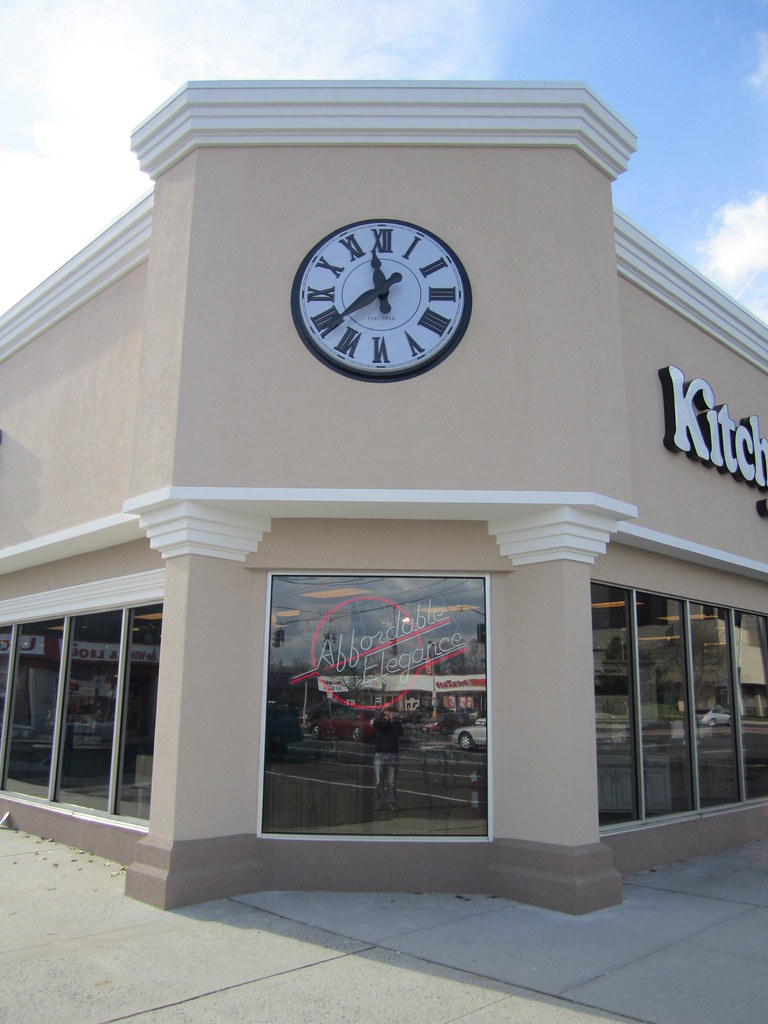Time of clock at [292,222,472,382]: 11:38
